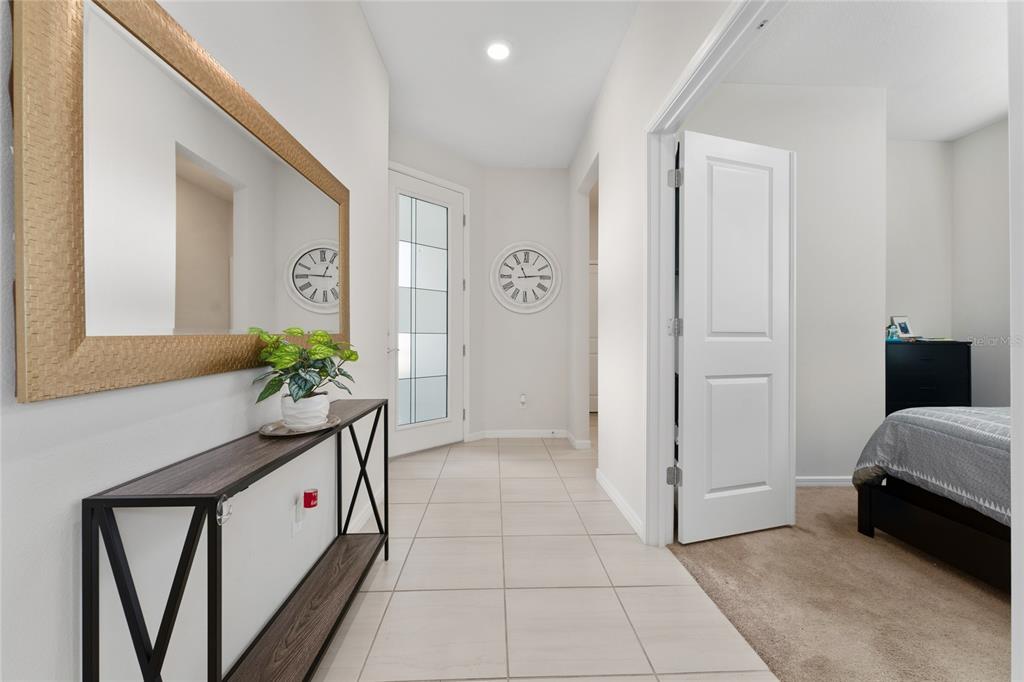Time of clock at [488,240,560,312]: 11:13
